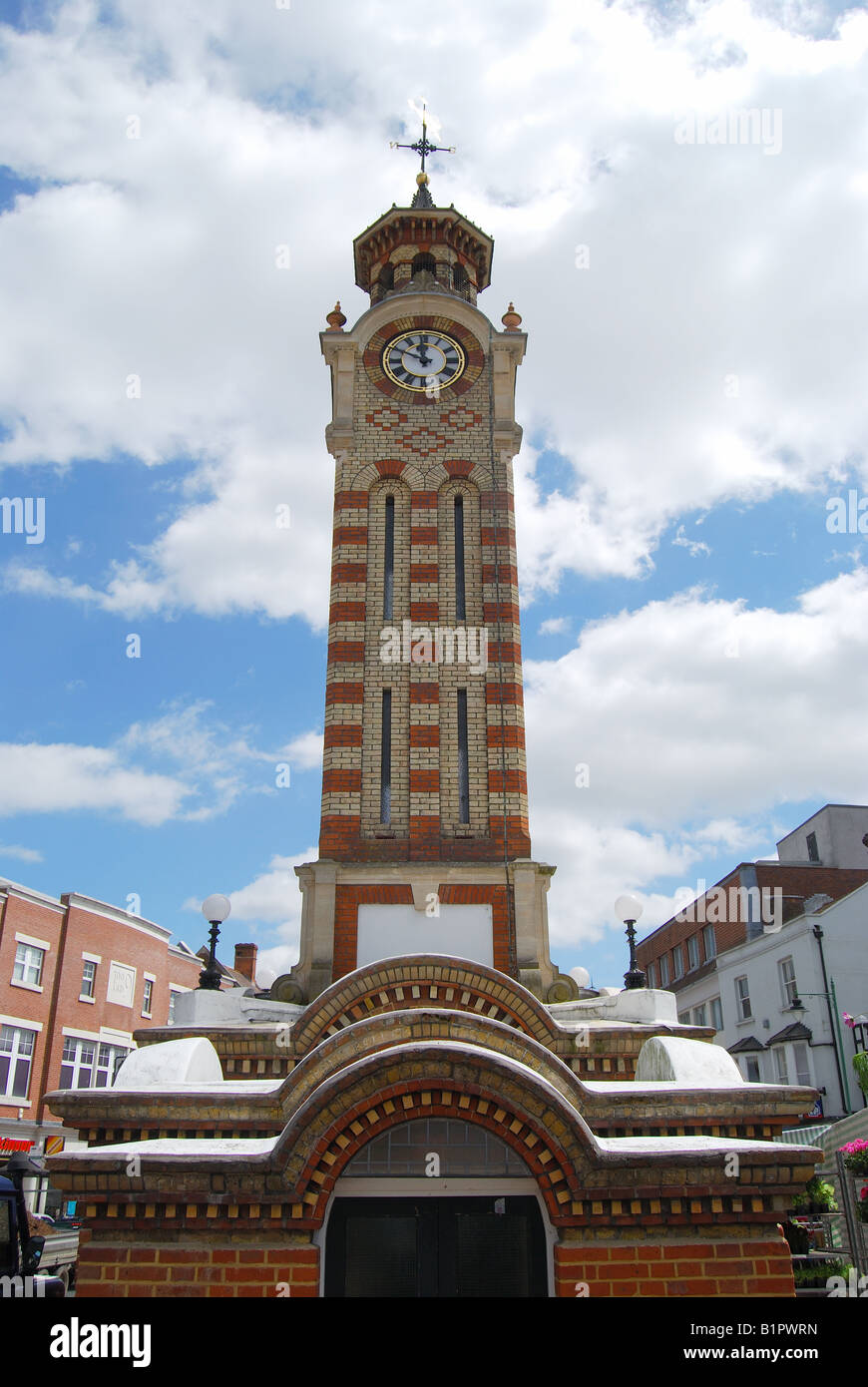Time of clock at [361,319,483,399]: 11:49
